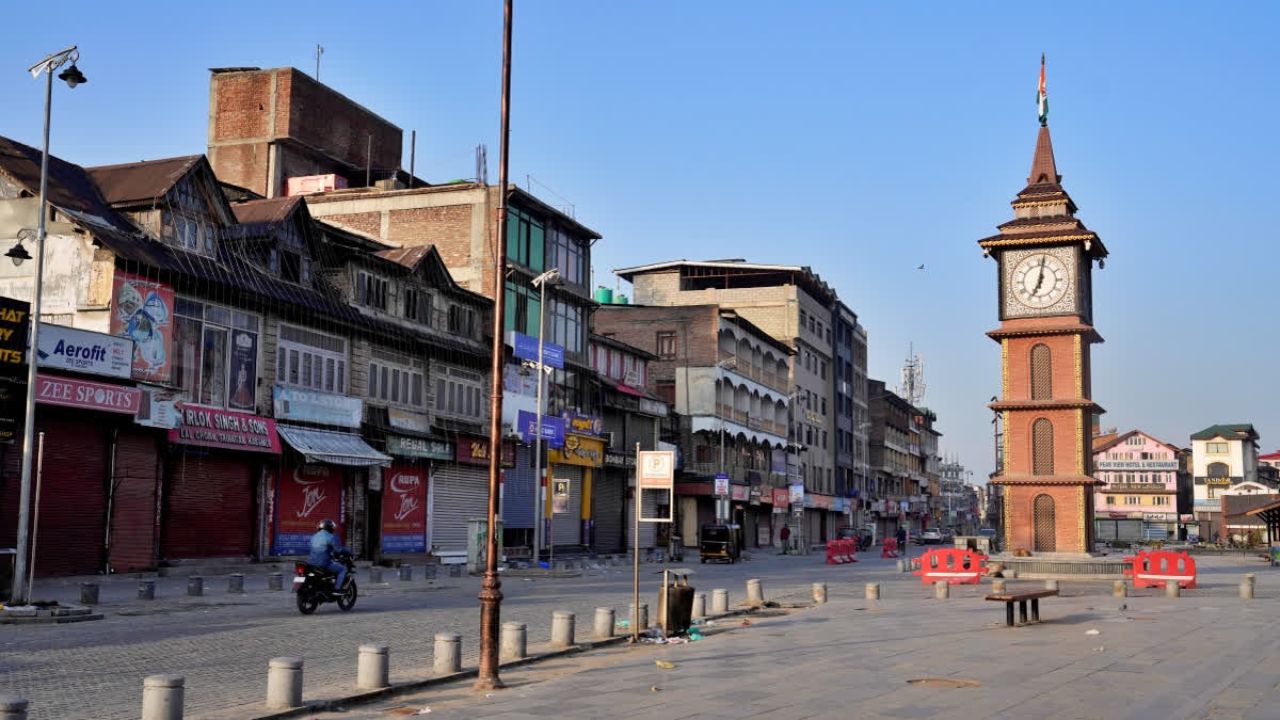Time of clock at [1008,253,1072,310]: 7:01
